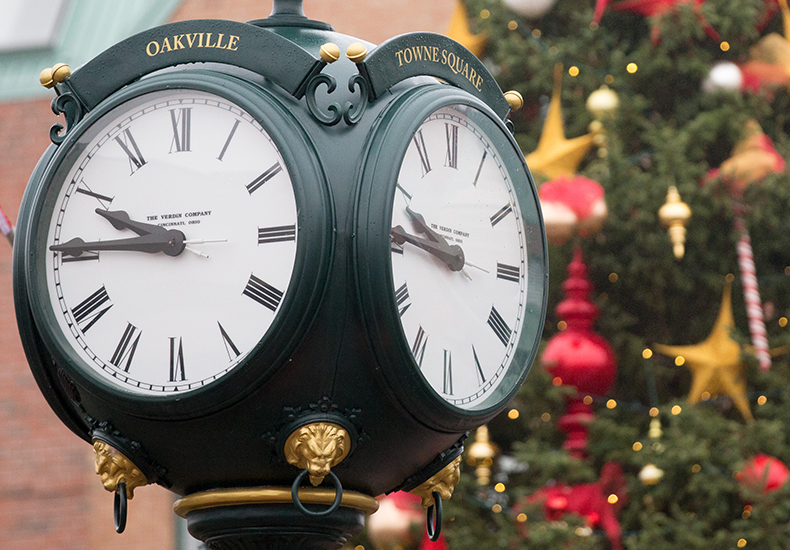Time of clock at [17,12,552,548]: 9:45
